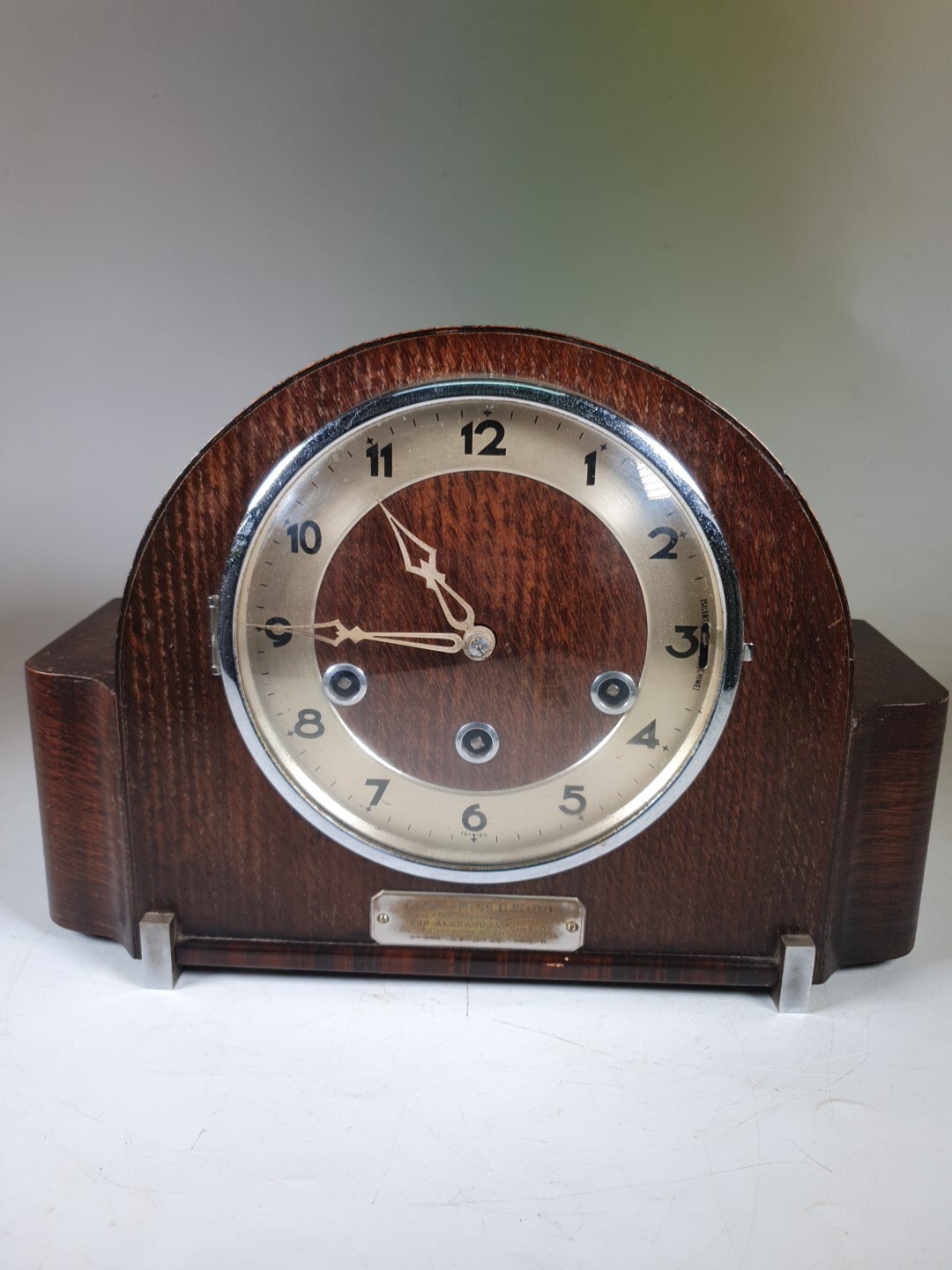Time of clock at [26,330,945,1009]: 10:45
